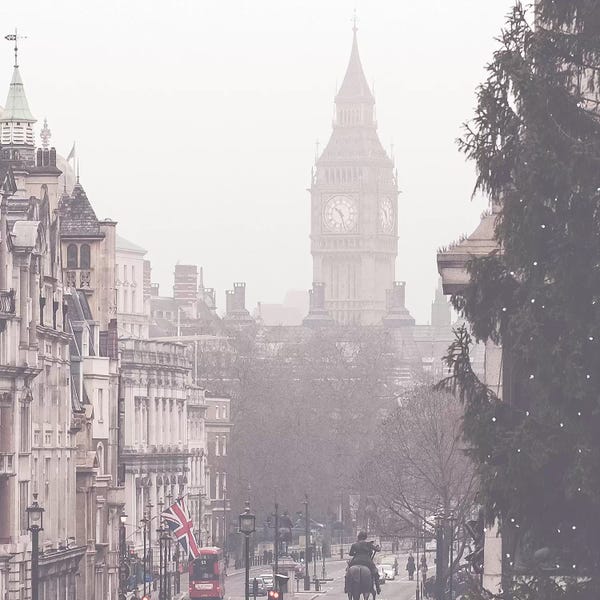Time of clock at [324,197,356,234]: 10:27
